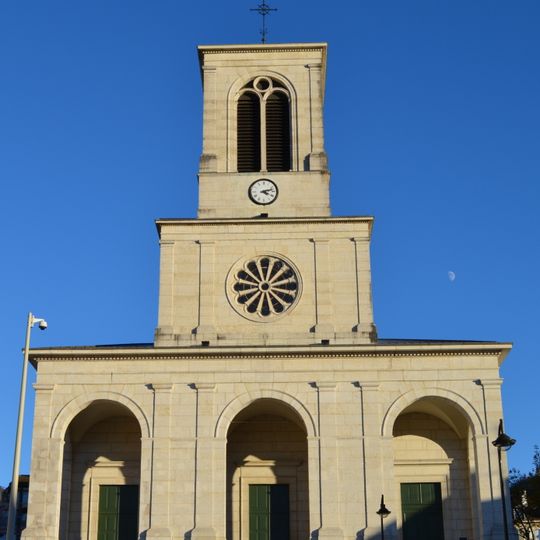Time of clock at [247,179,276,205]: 4:12
